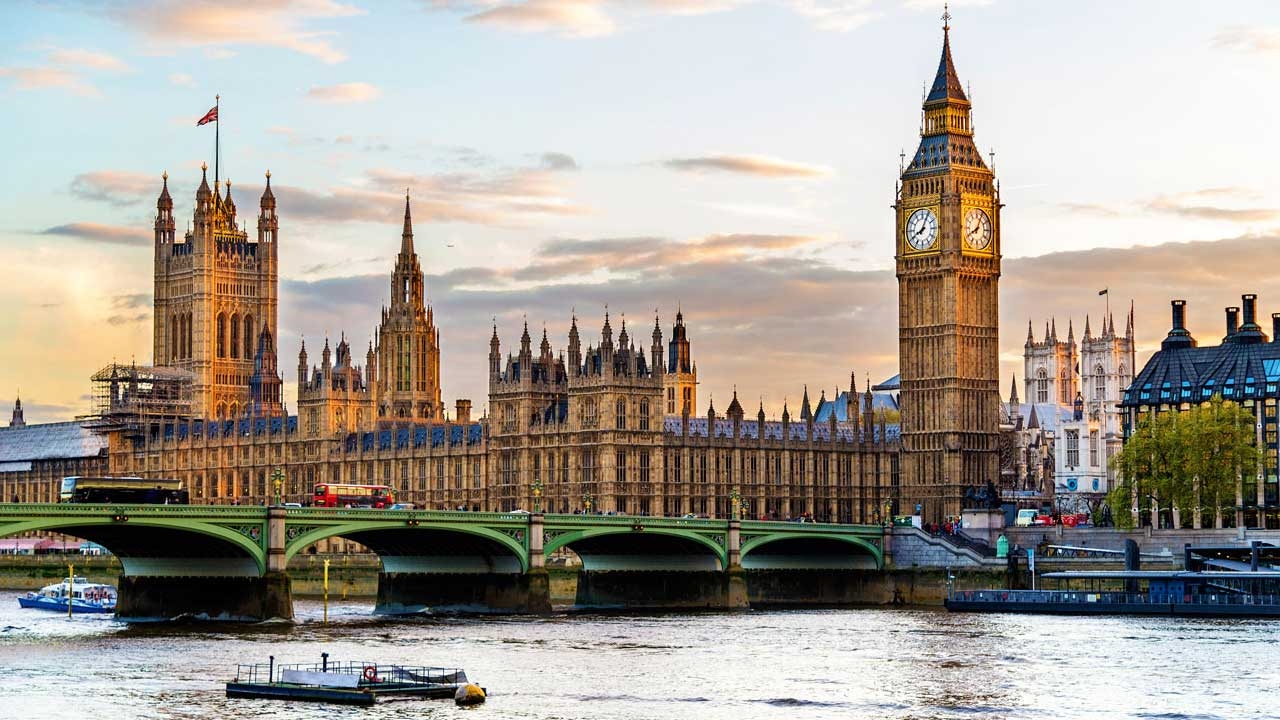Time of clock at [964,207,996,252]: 8:04
